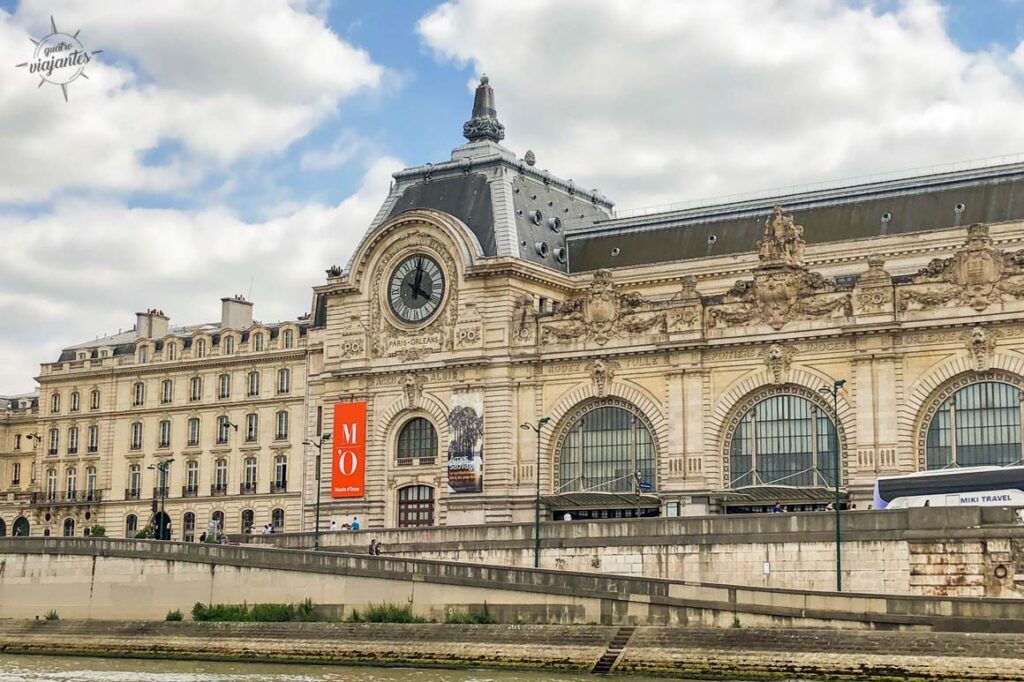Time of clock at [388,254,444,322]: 4:02
